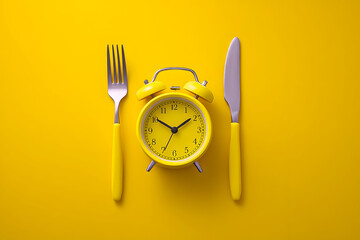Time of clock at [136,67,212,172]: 1:50
